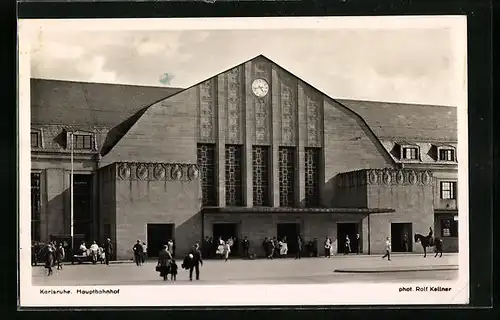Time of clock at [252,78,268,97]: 4:42
